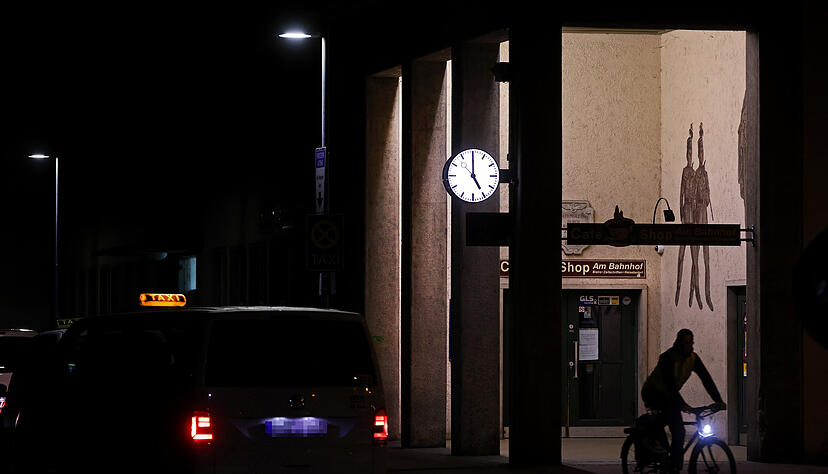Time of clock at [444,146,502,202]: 4:59
